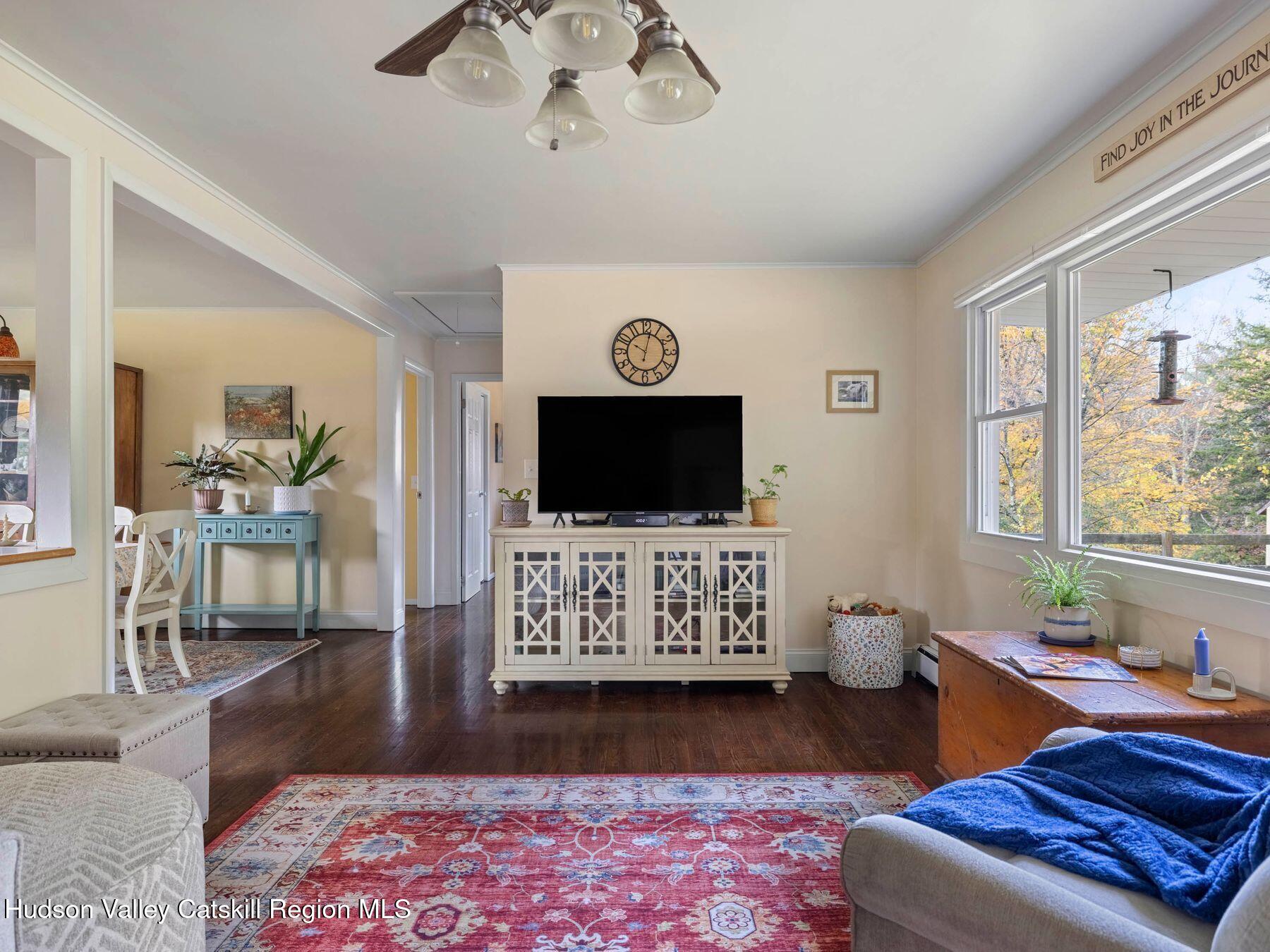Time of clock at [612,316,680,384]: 10:02
